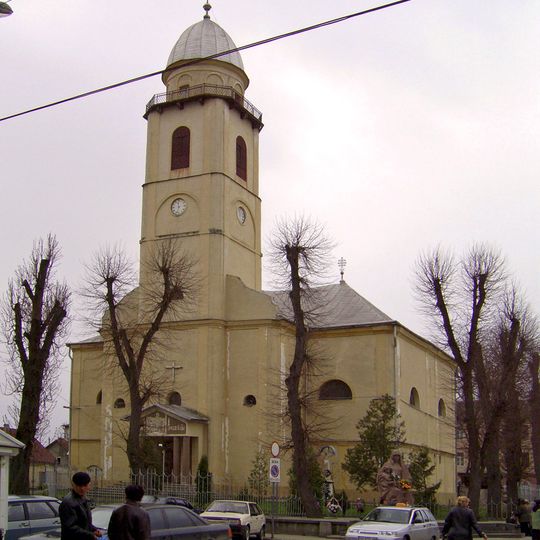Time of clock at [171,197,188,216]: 11:33
